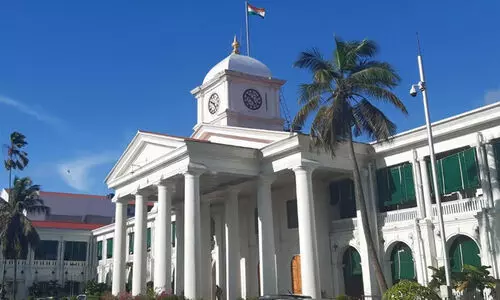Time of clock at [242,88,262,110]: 4:50
